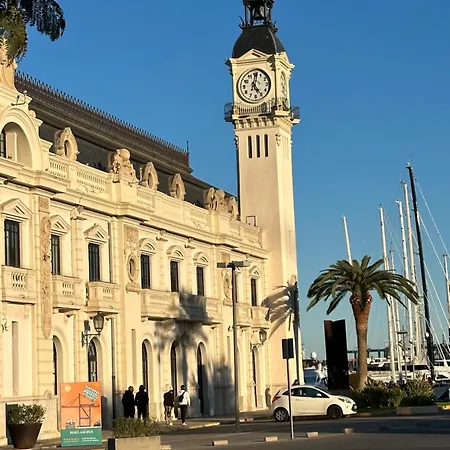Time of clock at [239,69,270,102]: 5:01
